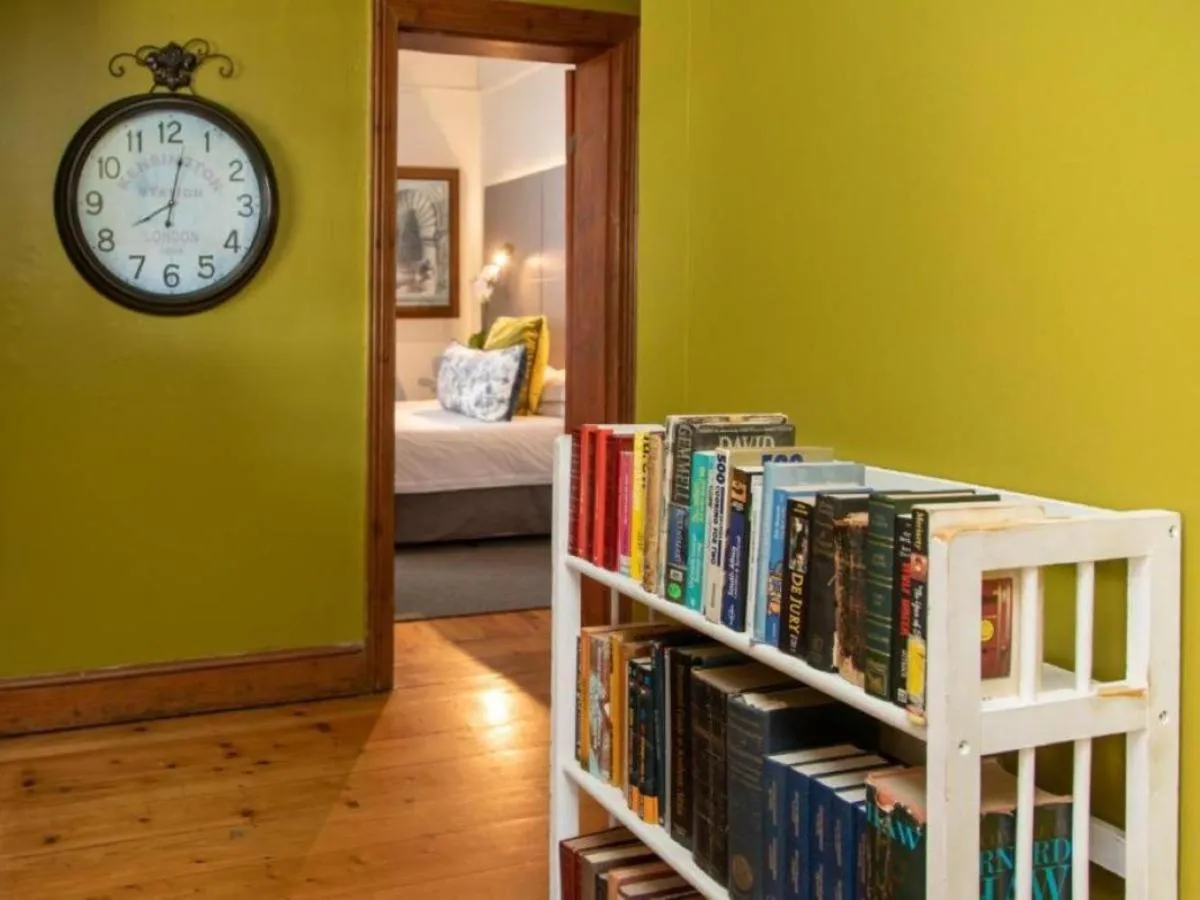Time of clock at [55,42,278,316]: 8:02
